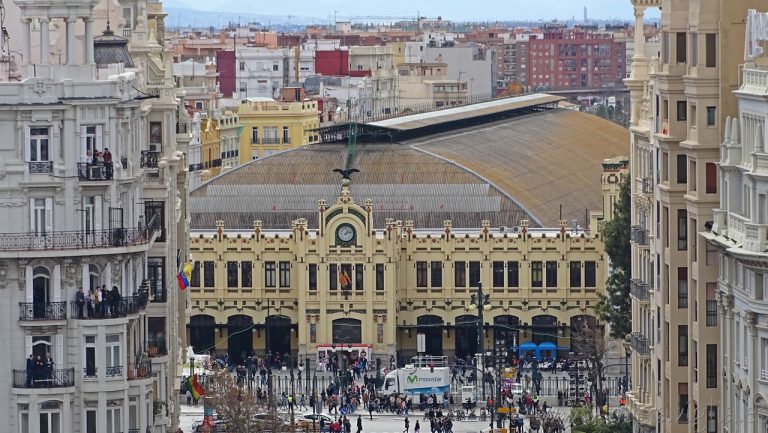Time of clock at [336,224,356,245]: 1:12
